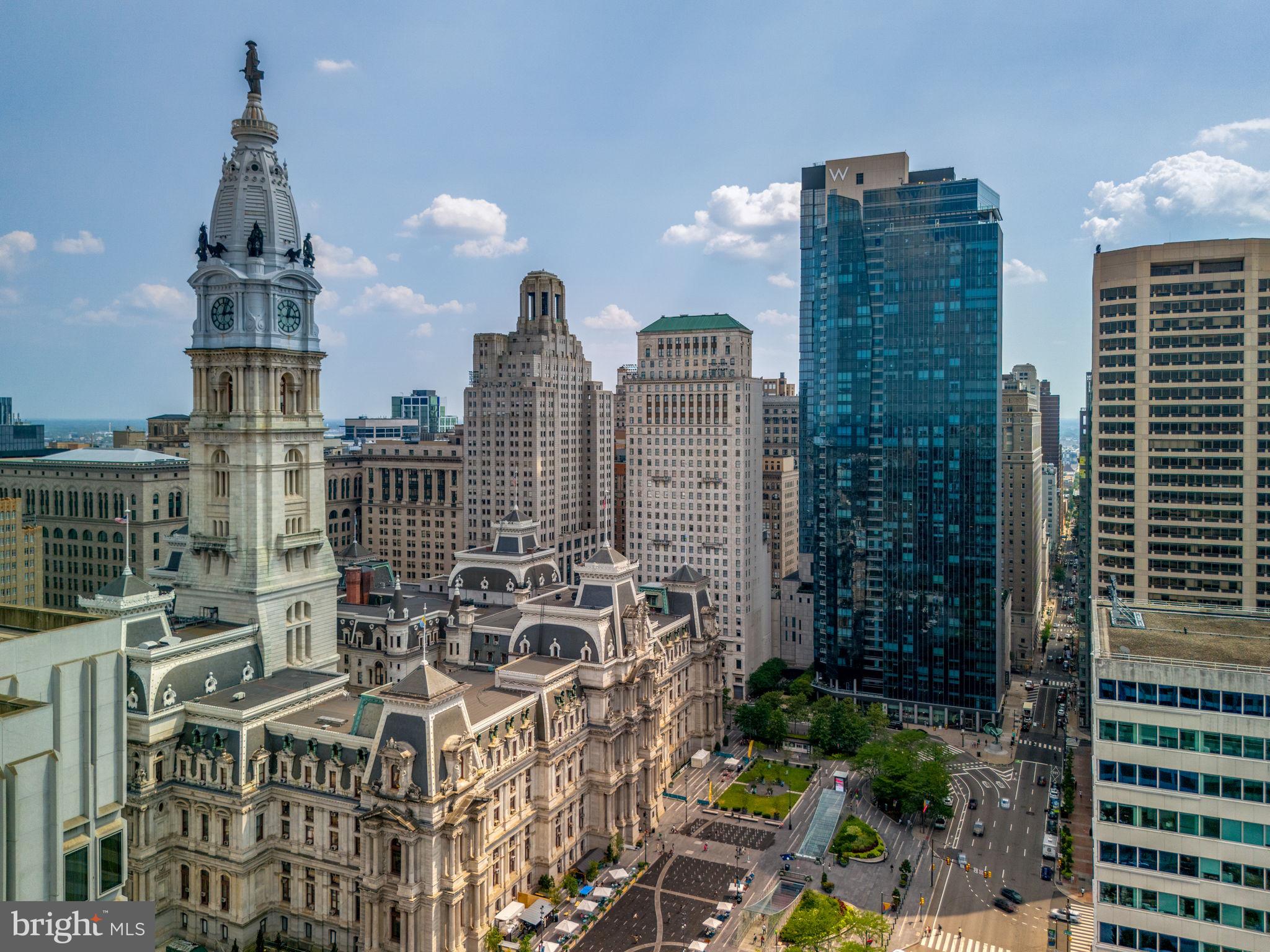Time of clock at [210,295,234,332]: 3:02
